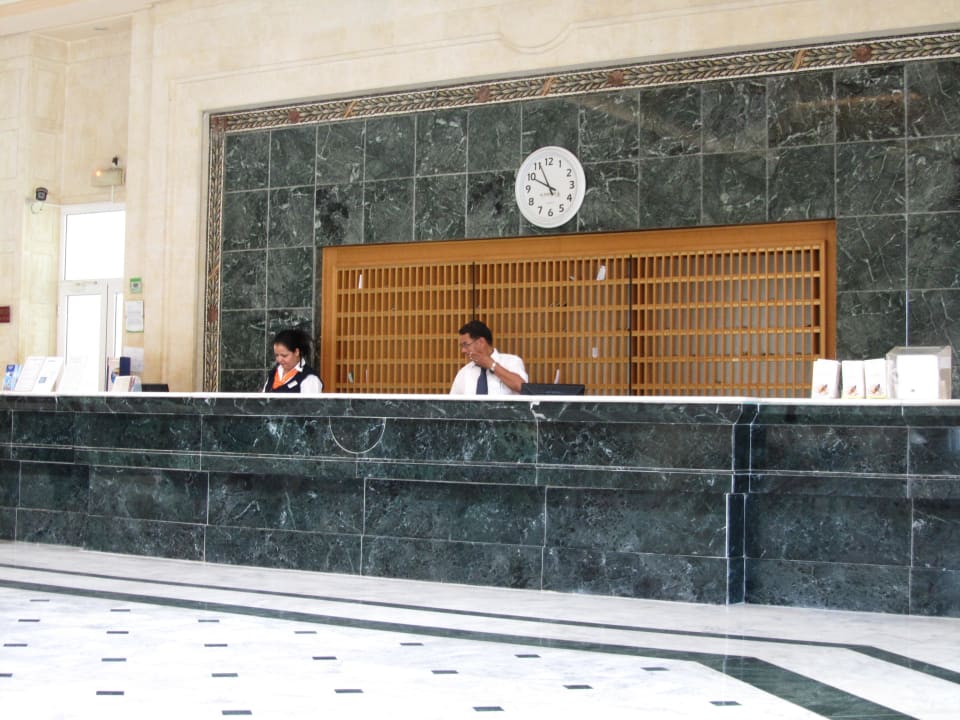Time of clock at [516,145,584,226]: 9:55
